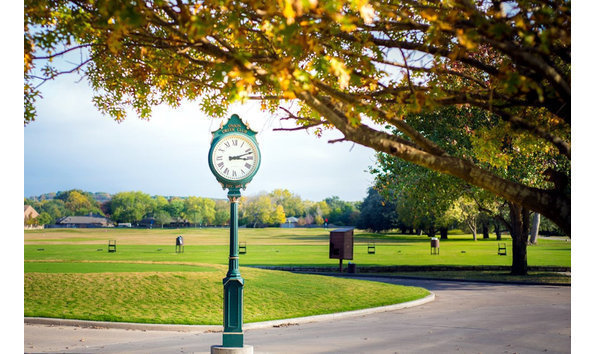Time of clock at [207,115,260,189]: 3:12
